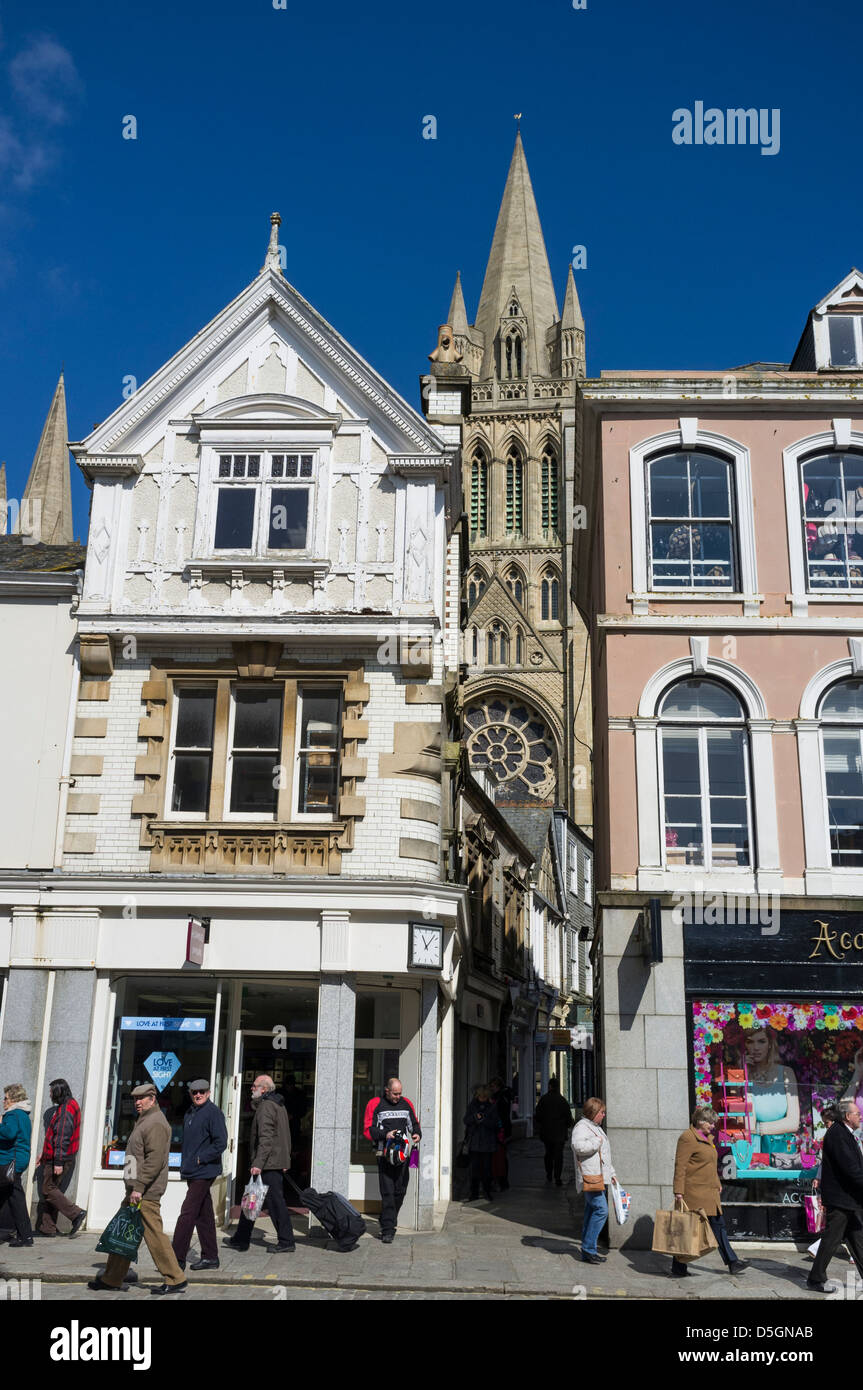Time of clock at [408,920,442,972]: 11:07
